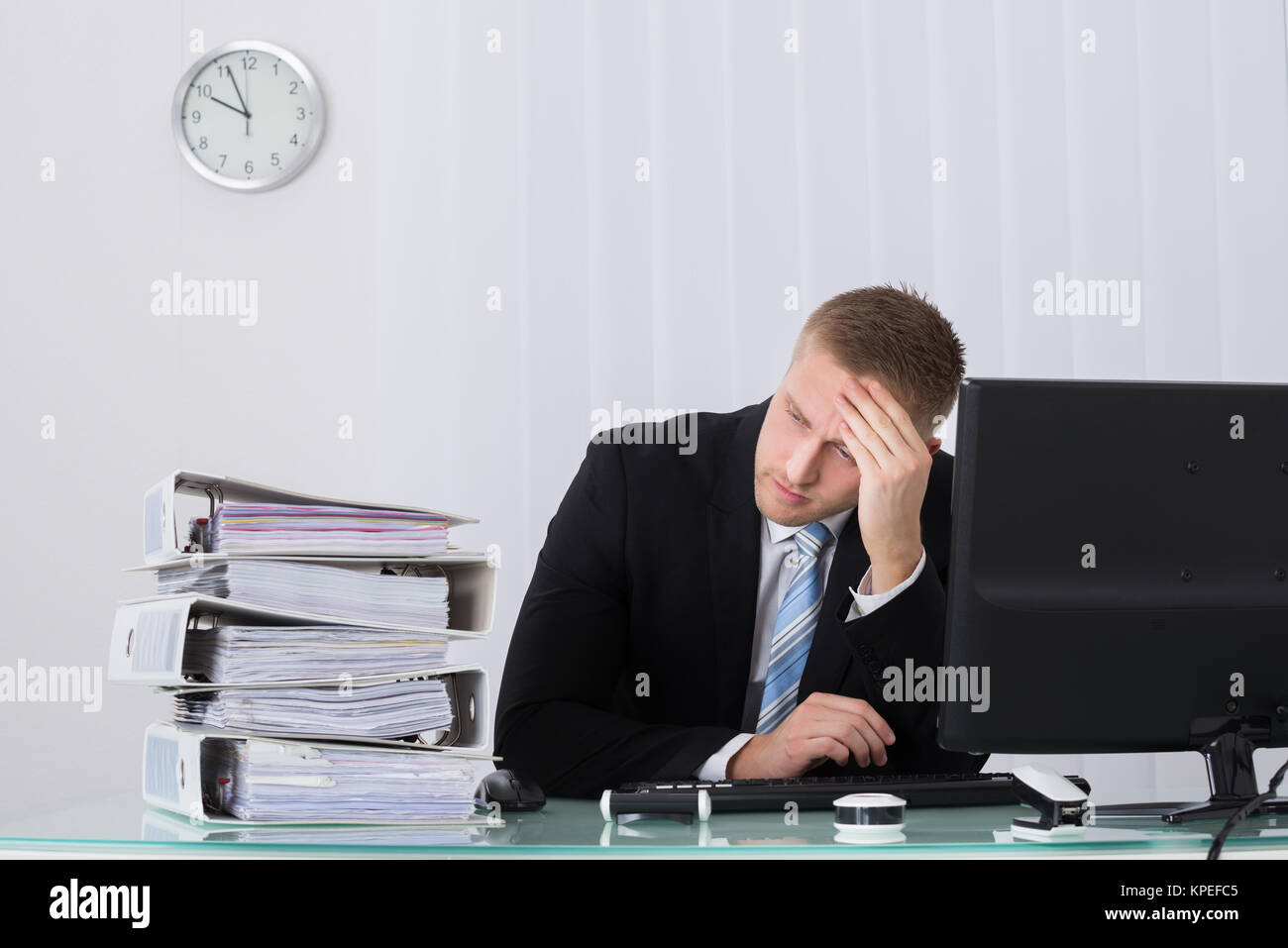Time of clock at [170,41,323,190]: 9:56
